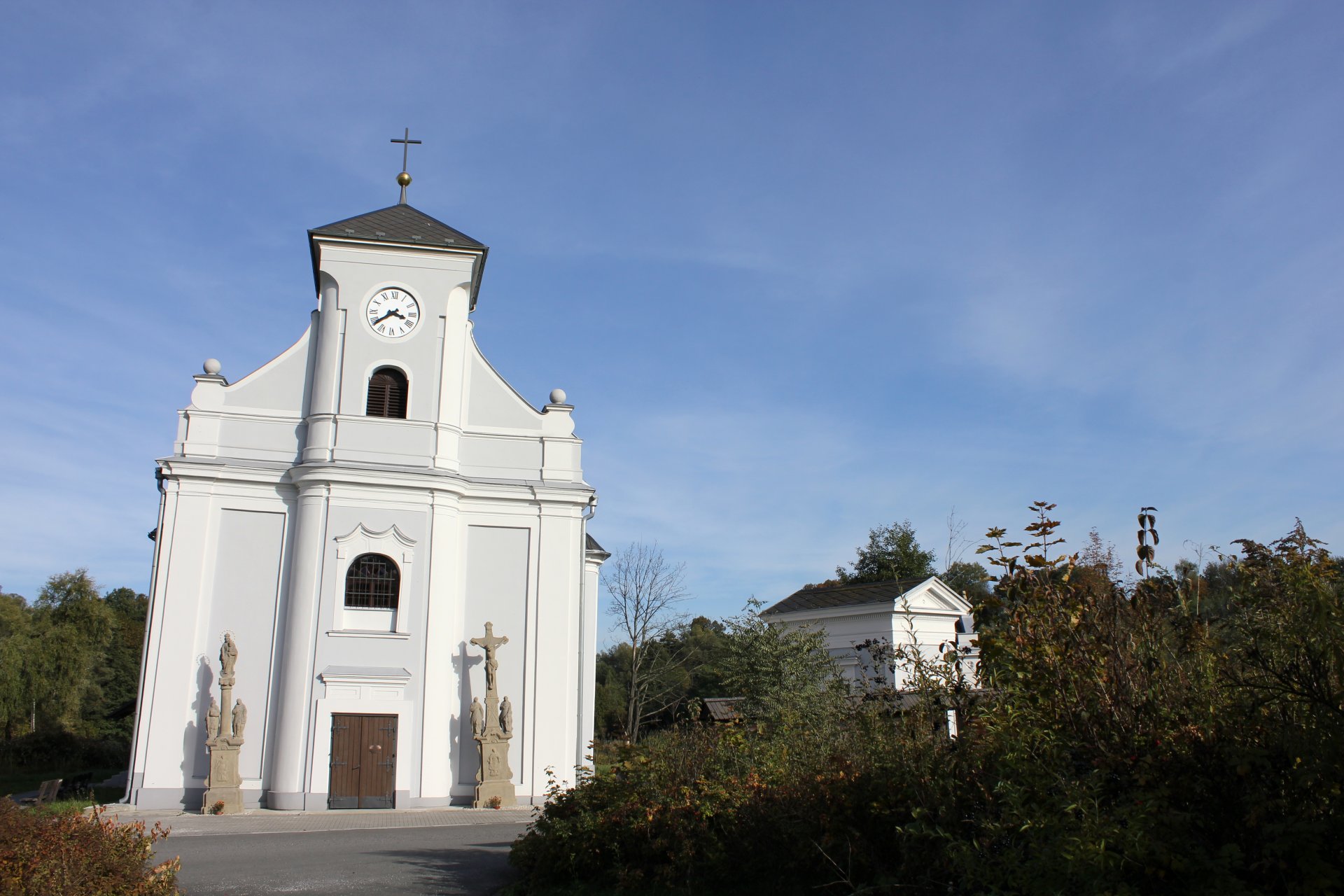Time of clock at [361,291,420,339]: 3:38
